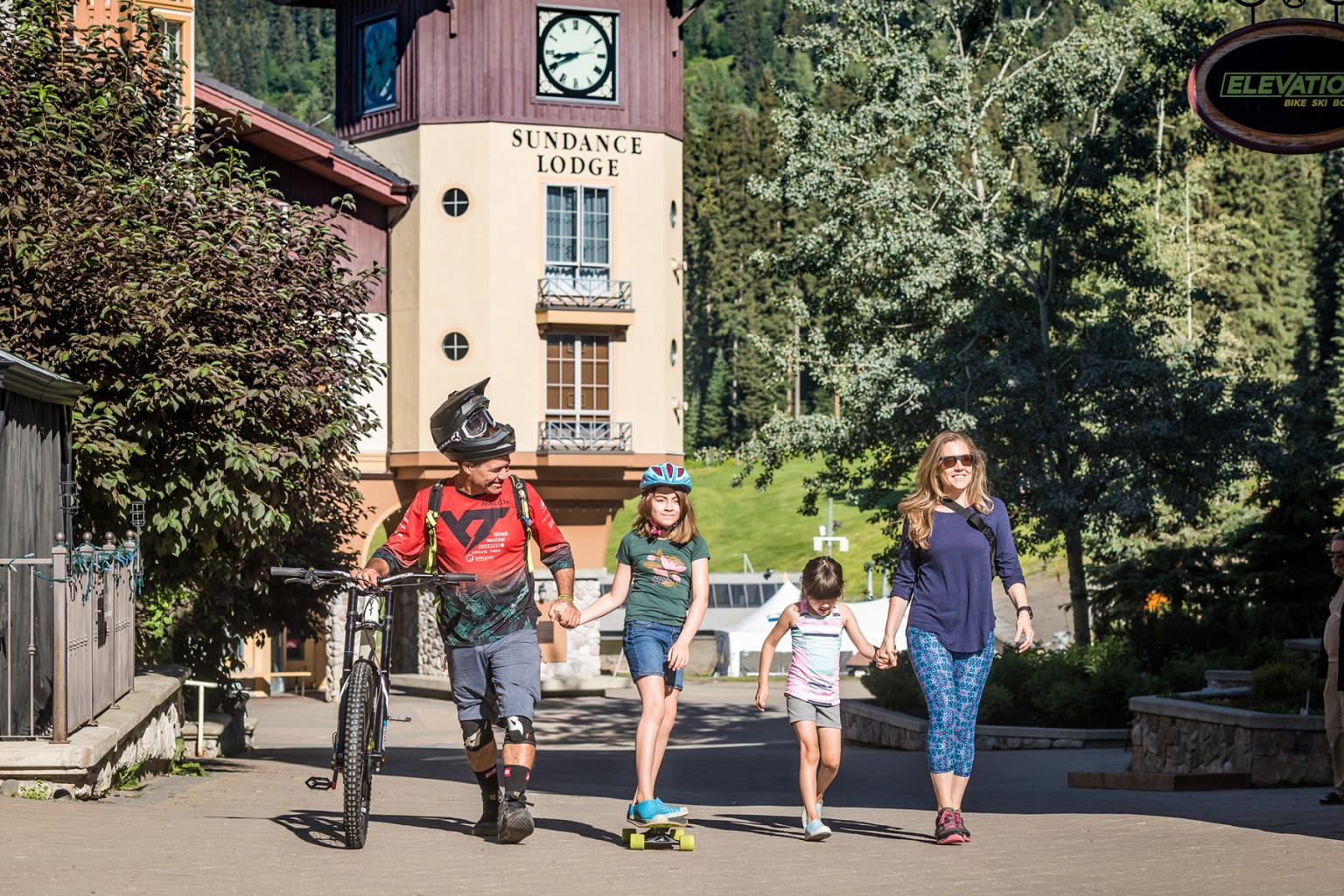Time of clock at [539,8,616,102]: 8:40
